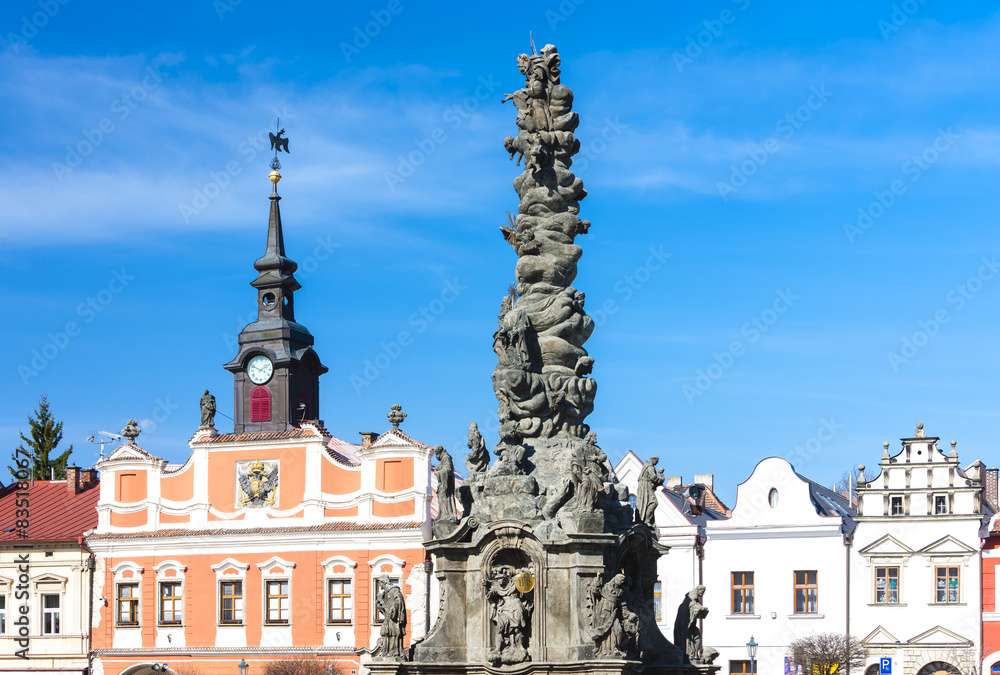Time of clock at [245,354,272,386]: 1:48
